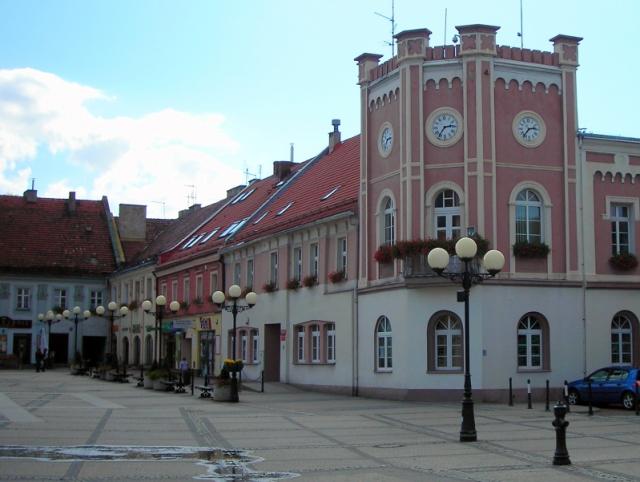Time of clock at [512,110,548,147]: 2:36
